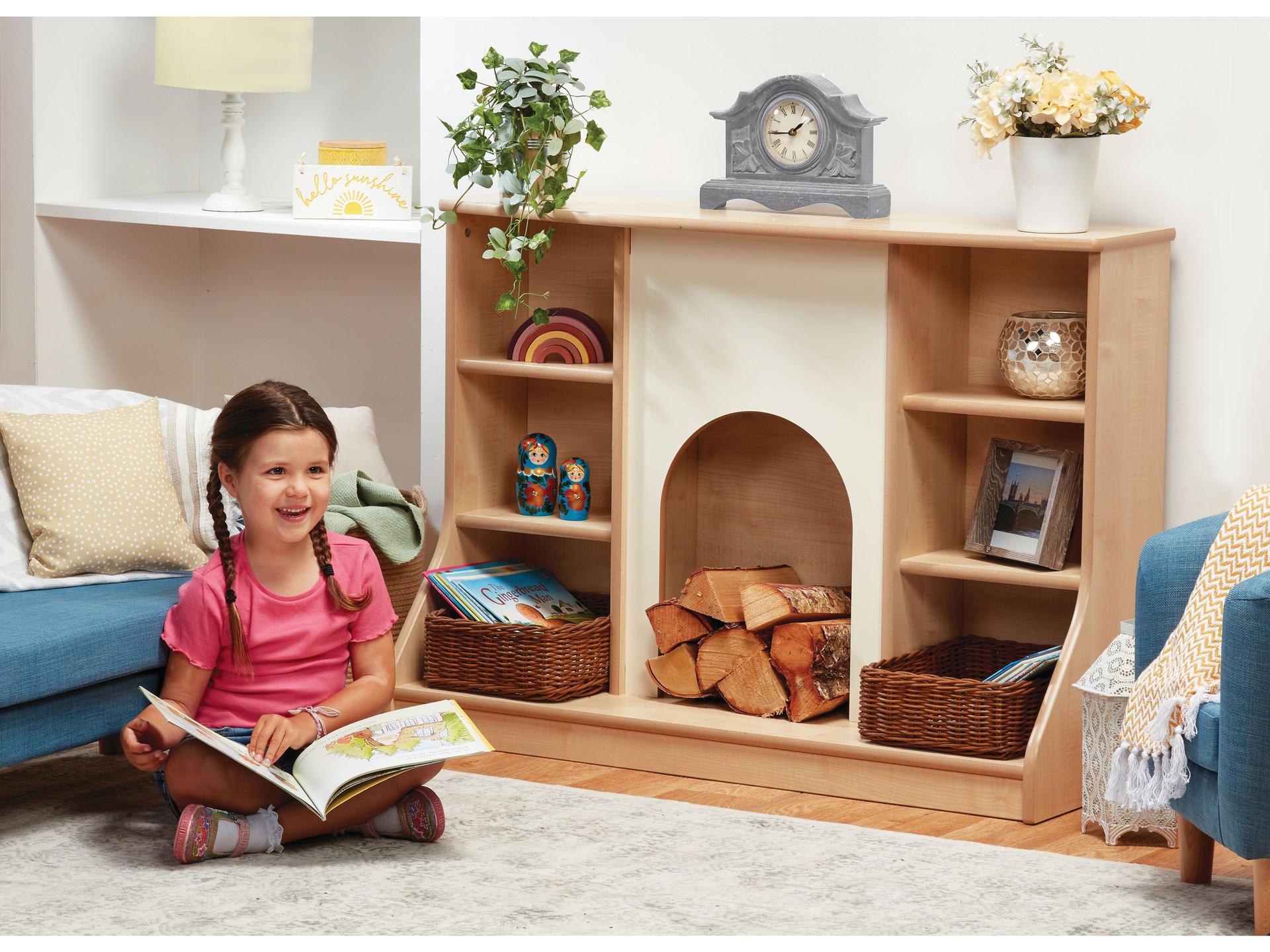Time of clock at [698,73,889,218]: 1:43
